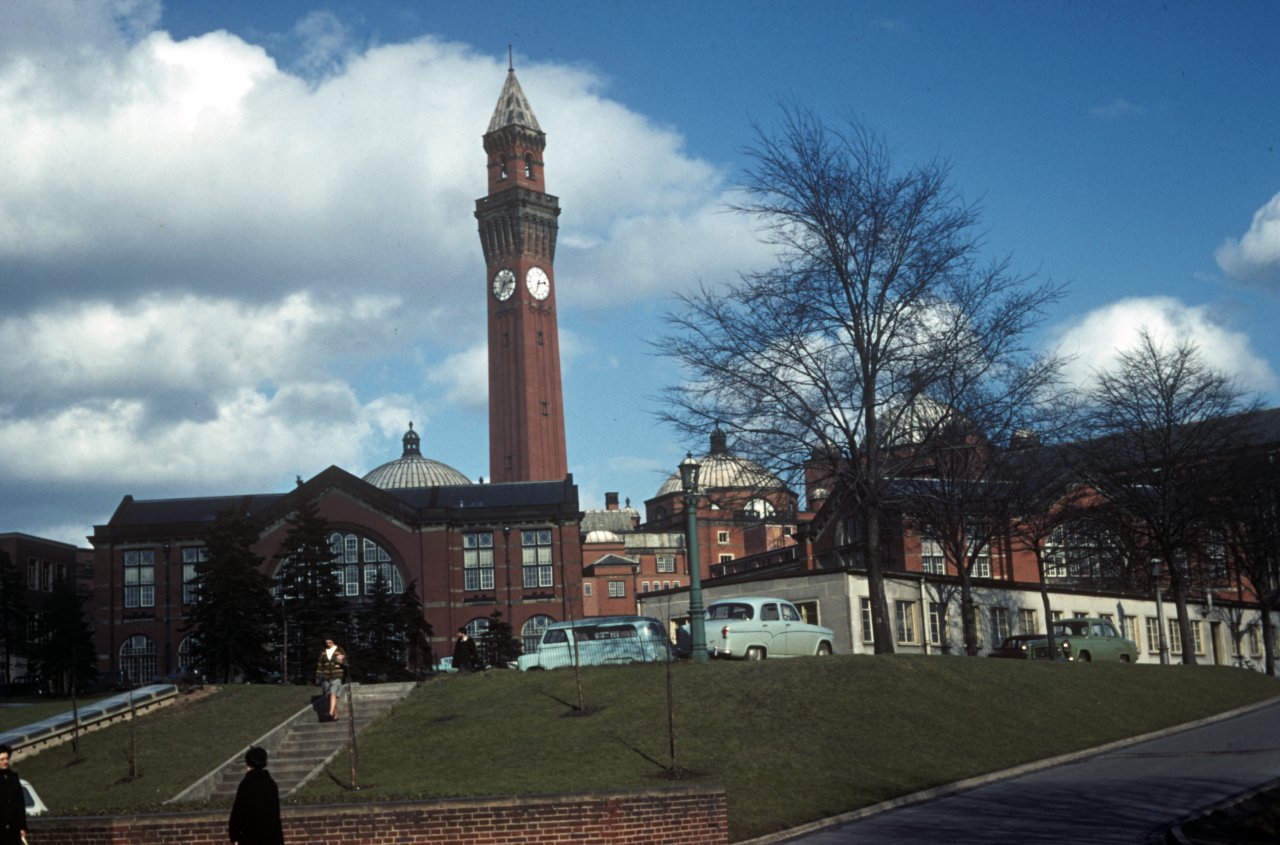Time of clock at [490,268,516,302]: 2:36
